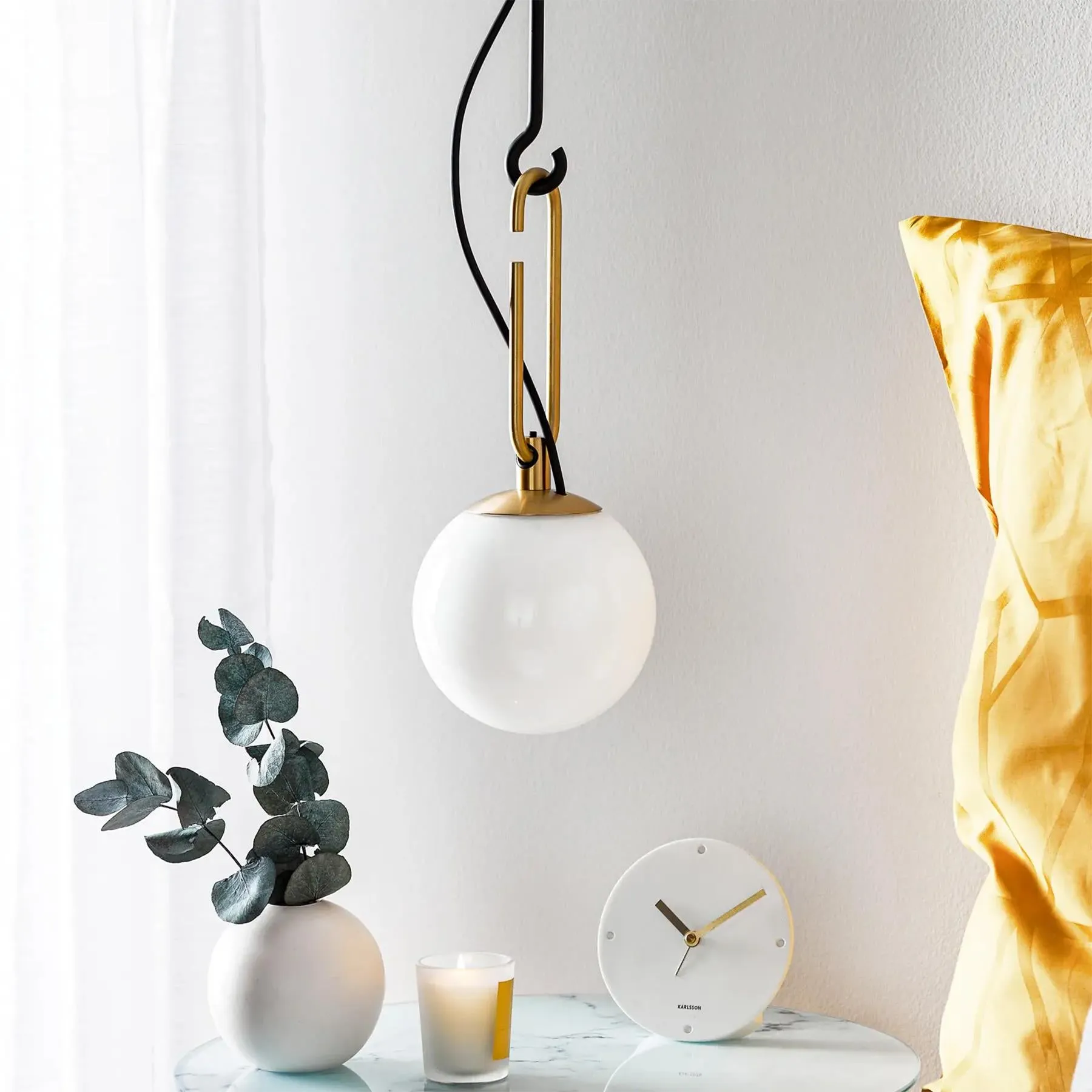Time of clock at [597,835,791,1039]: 10:09
